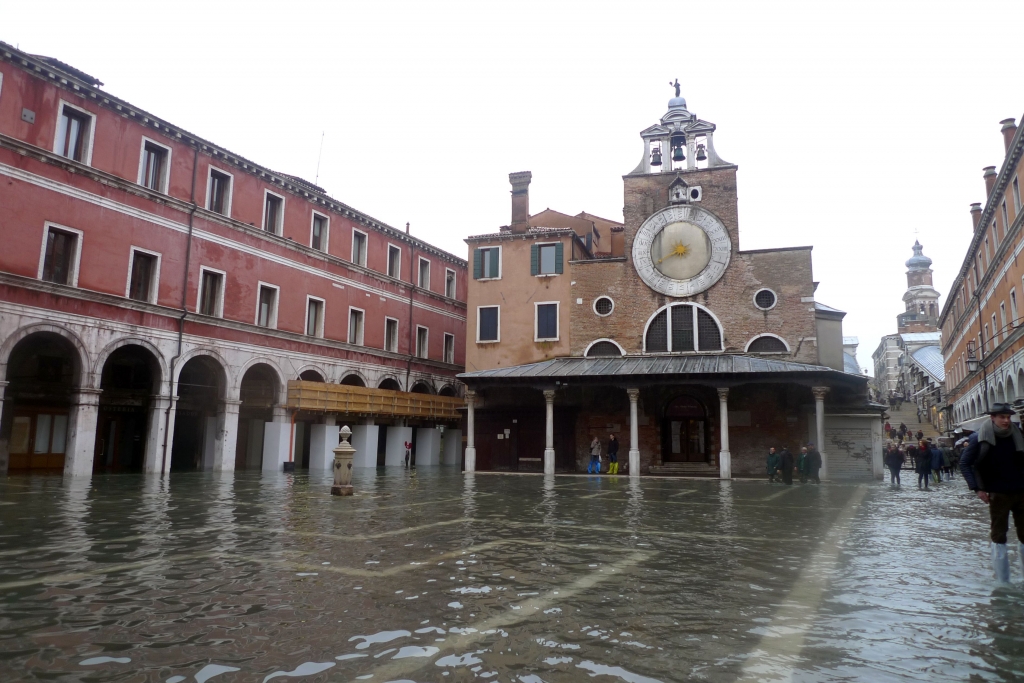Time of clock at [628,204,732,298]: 8:40
